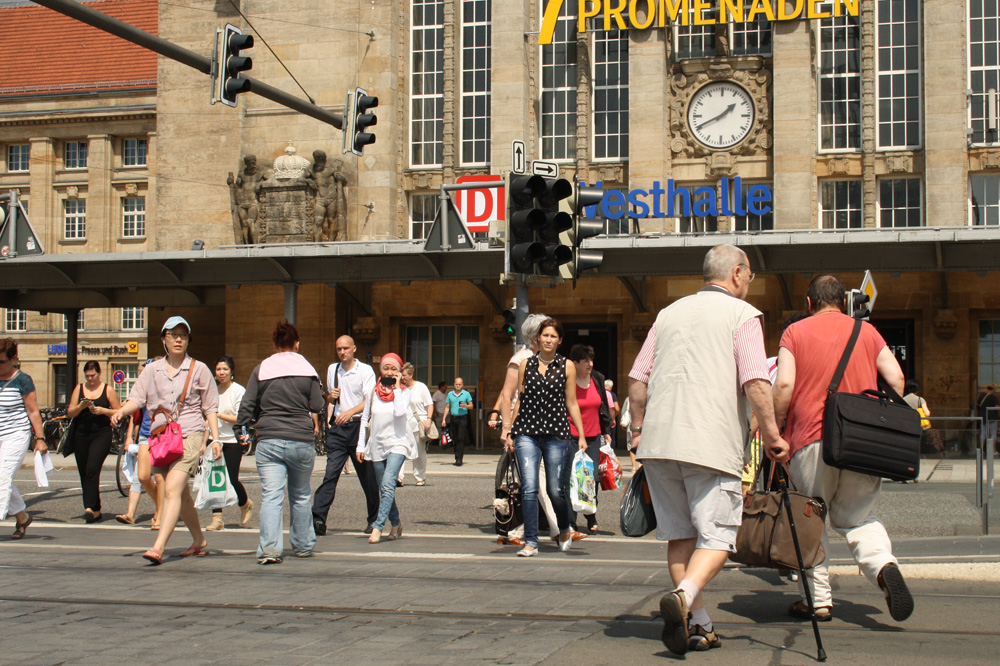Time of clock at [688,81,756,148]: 1:40
